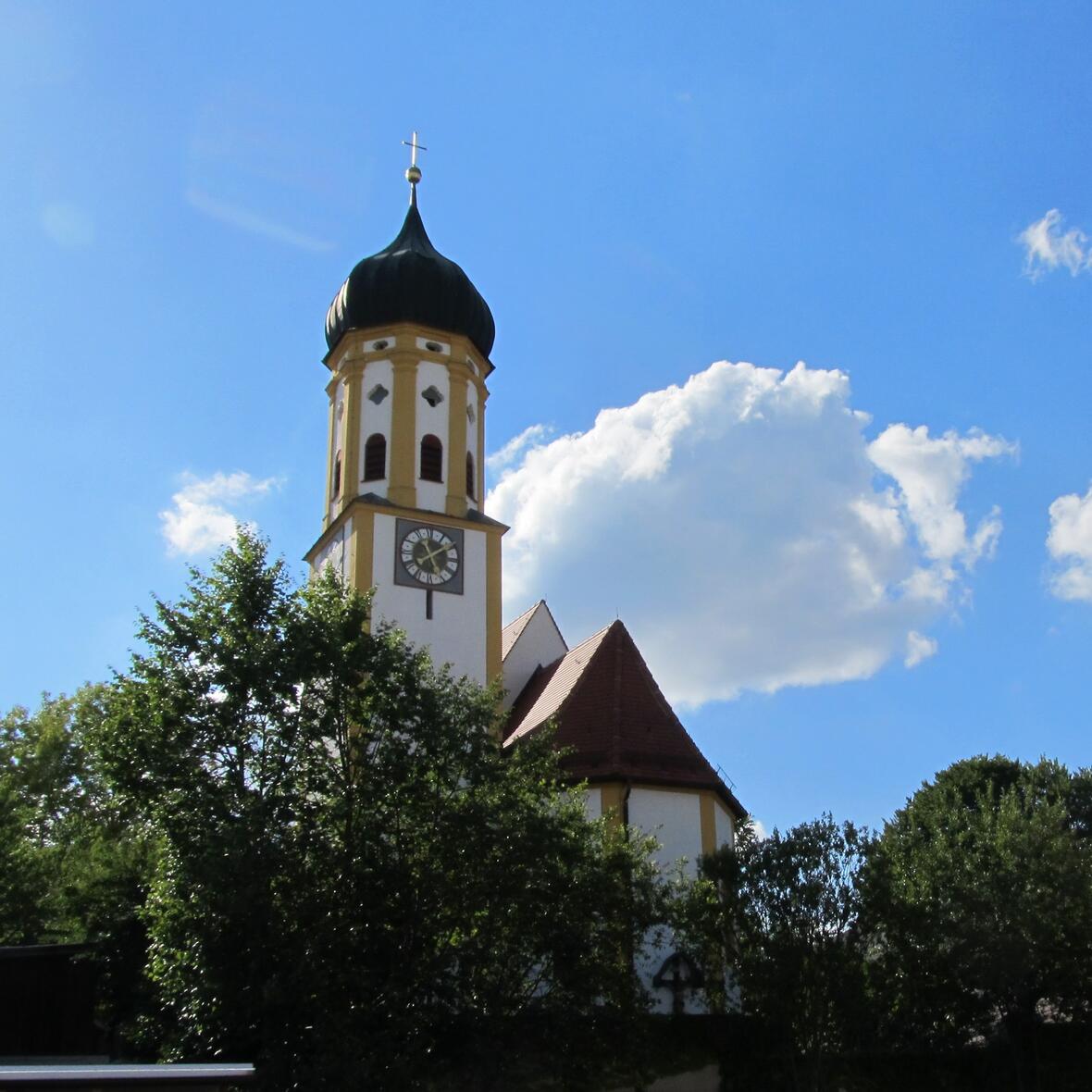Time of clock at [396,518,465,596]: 11:08
